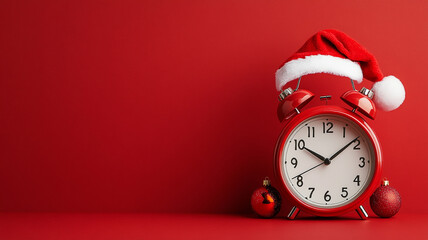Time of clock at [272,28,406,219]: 10:08
